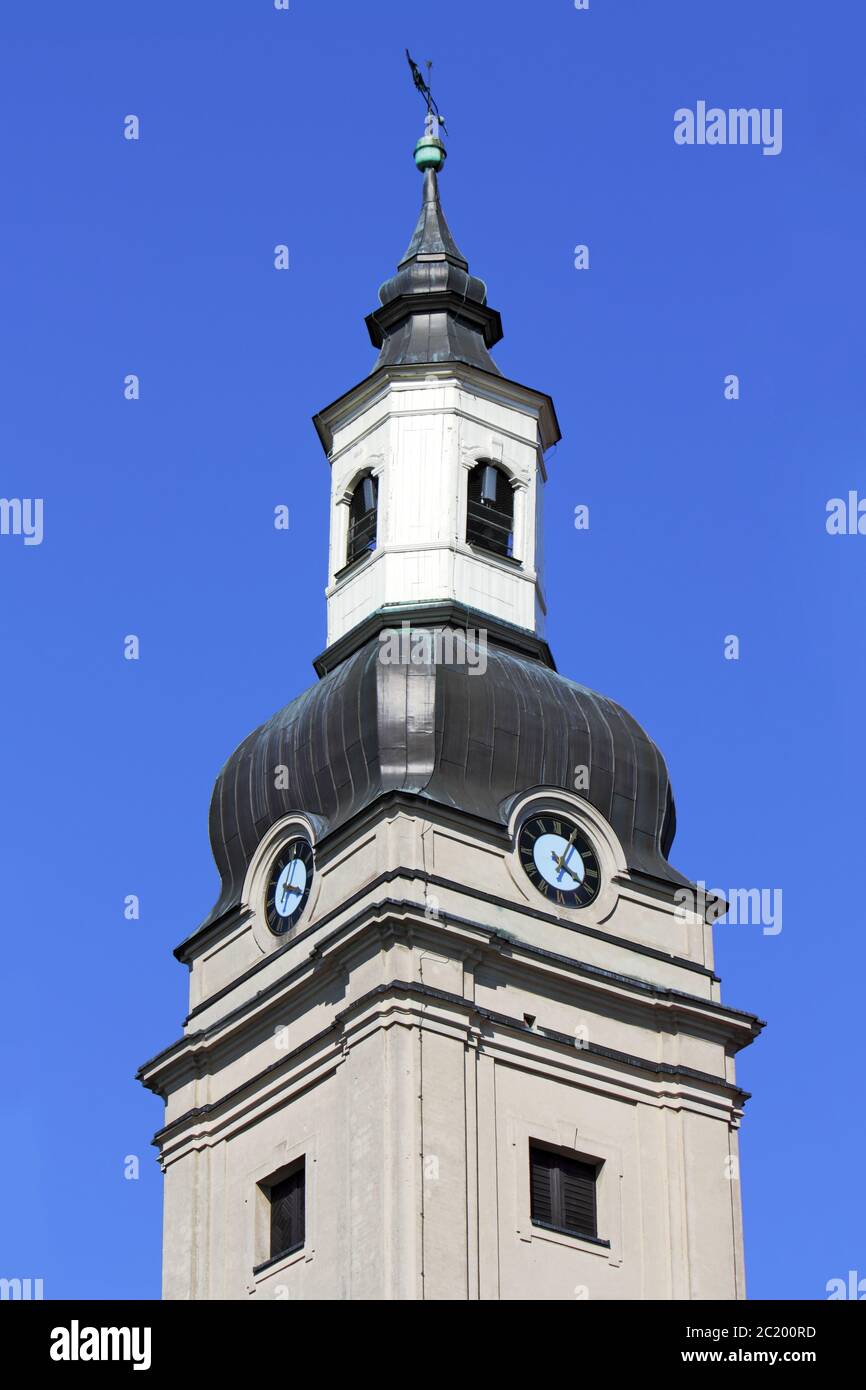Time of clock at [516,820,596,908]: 4:04
